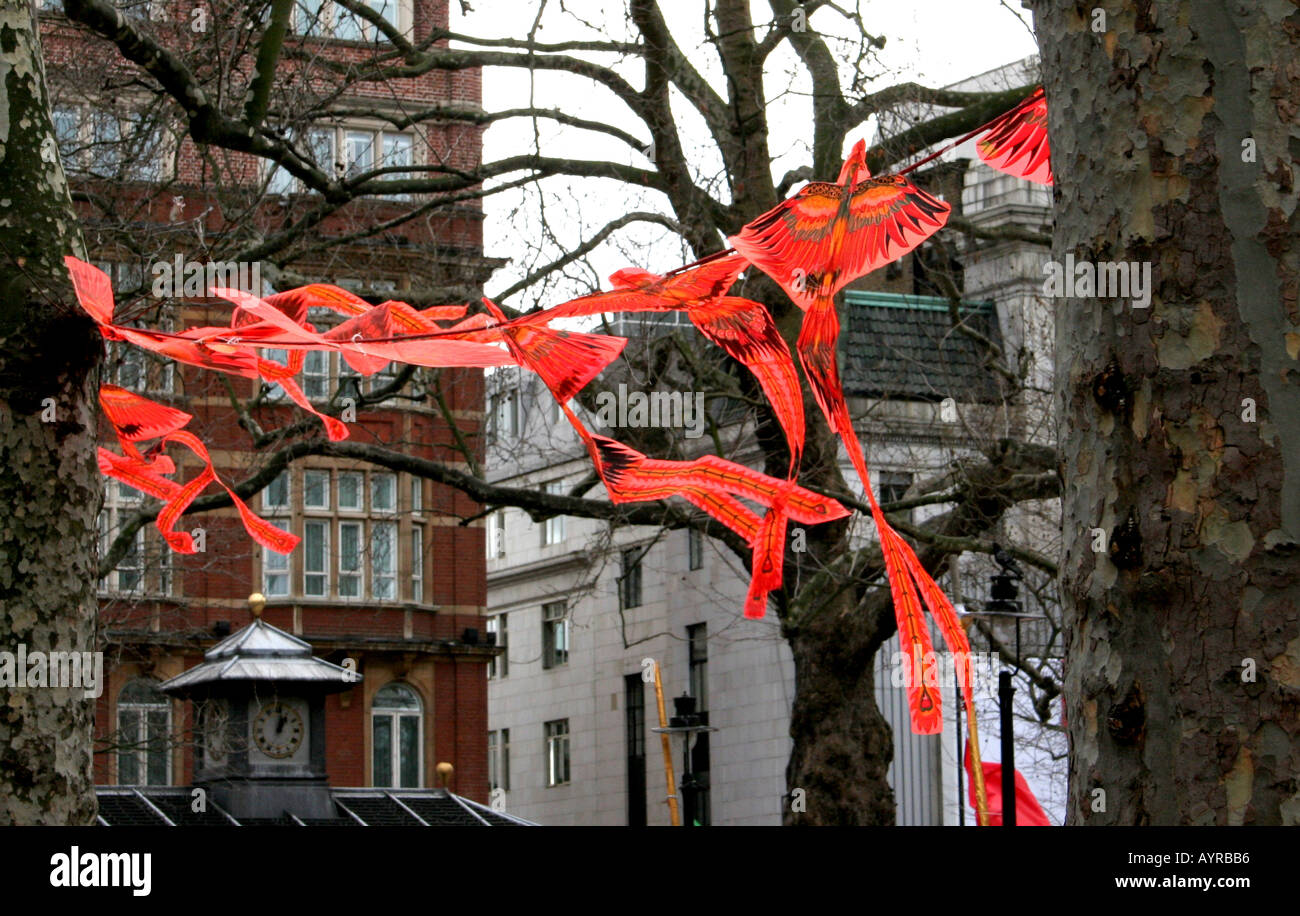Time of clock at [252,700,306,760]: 1:01
